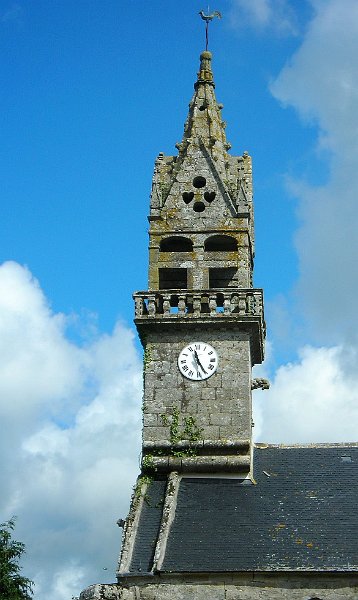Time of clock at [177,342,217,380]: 11:25
